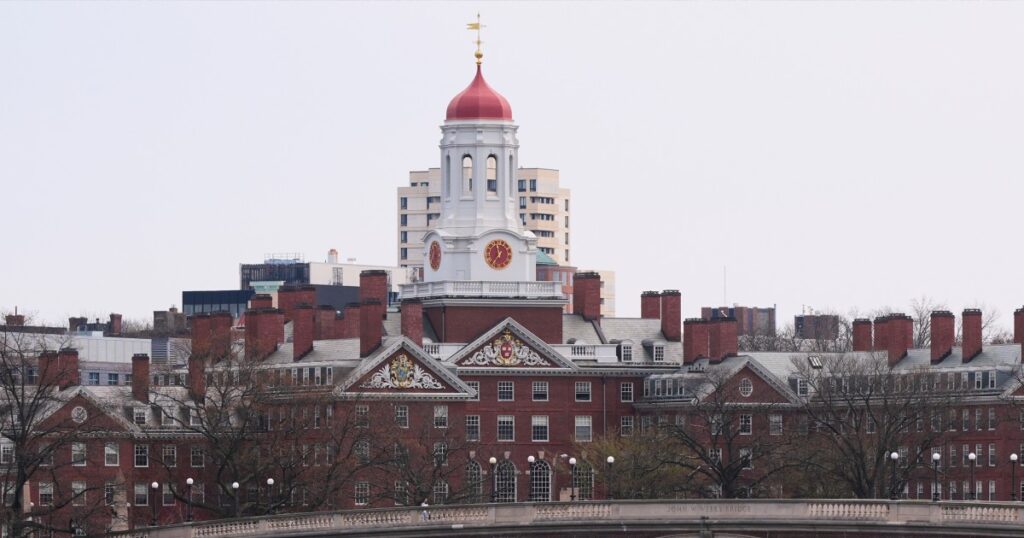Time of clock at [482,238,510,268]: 11:35
